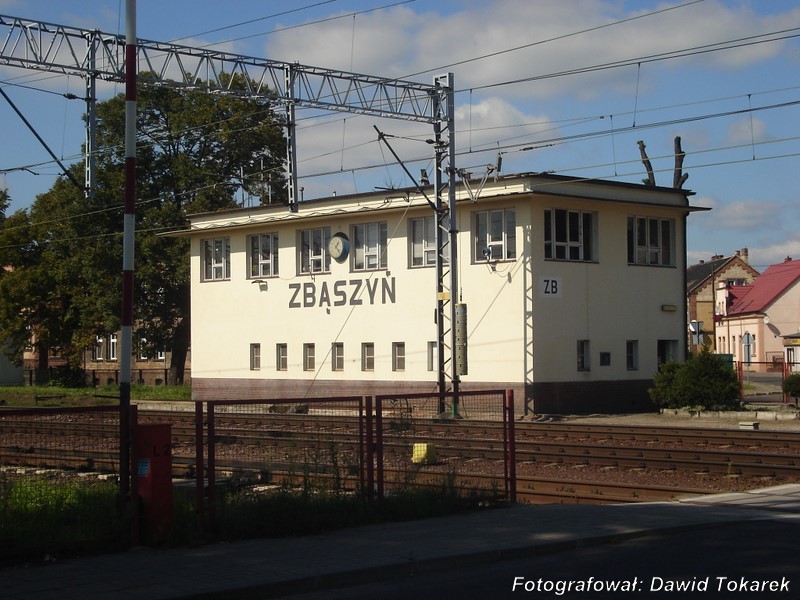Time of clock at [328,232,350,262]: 1:22
